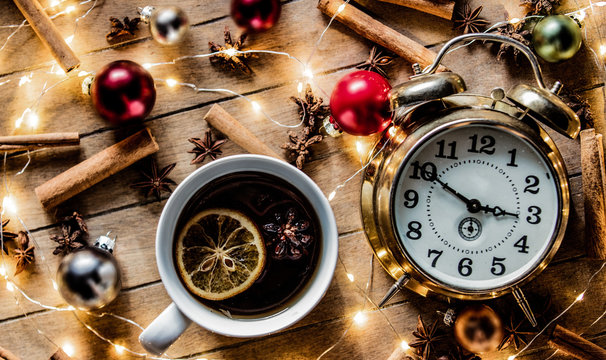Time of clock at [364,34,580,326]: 2:50
